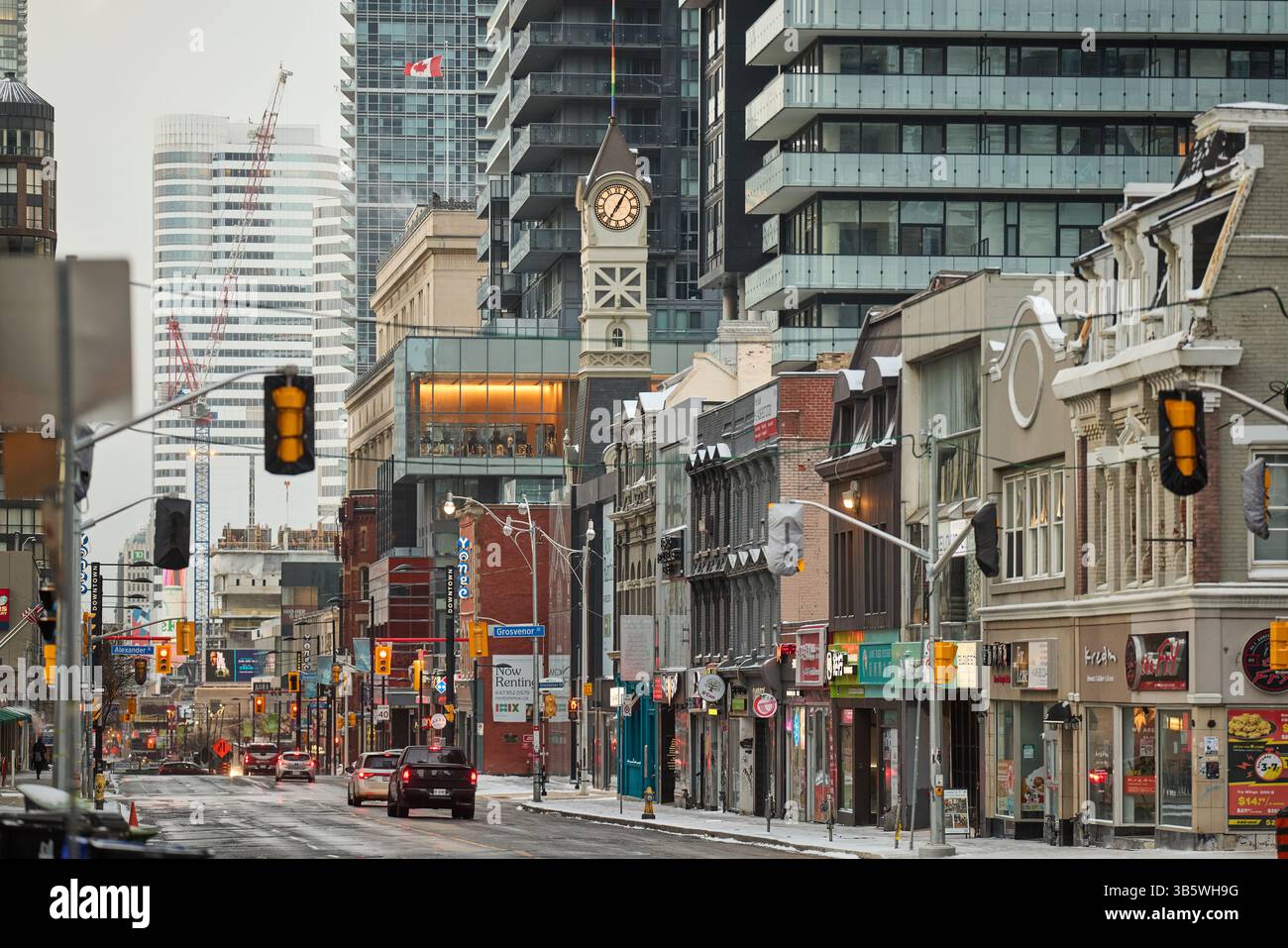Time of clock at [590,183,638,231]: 7:05
